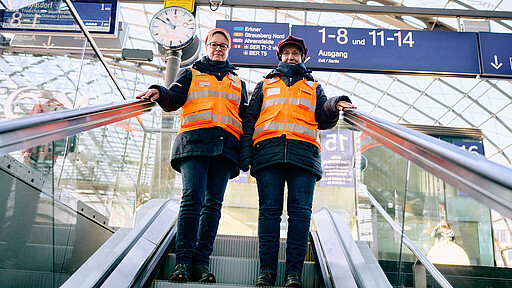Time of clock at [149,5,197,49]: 10:50
